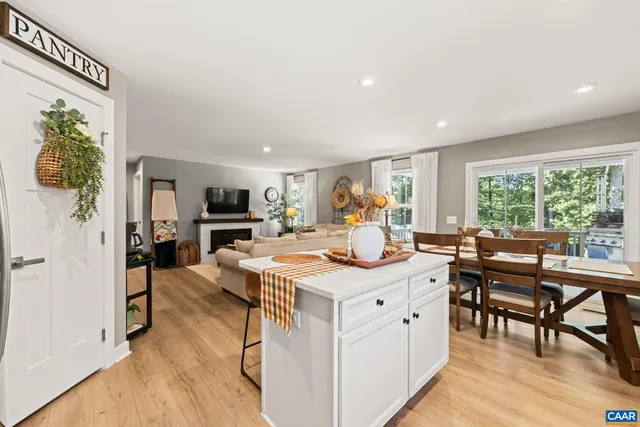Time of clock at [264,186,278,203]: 6:10
